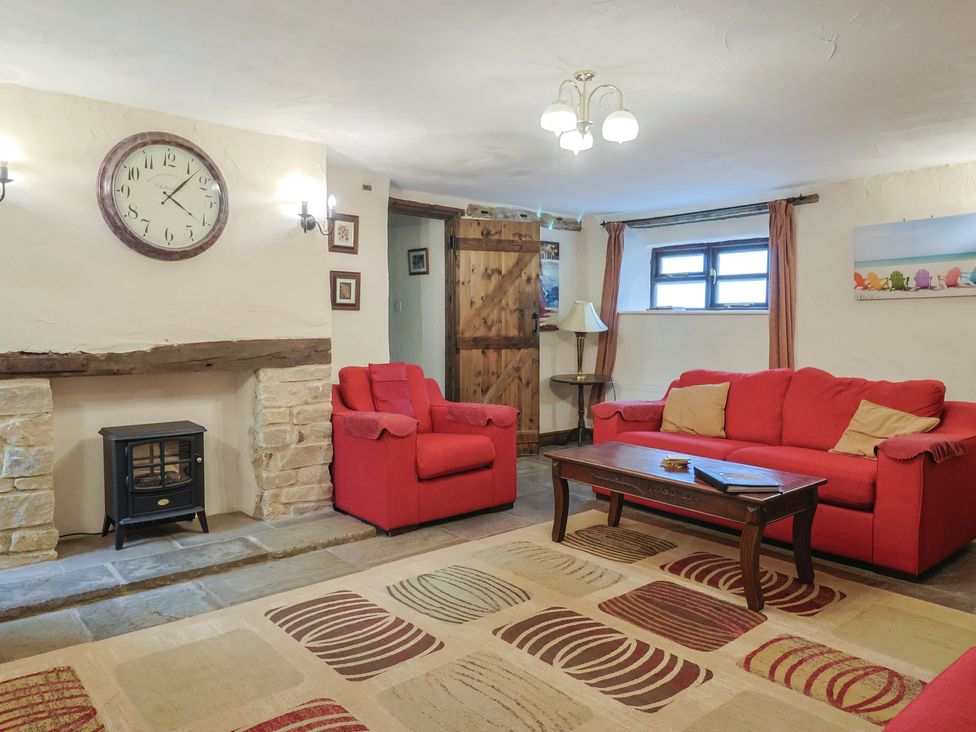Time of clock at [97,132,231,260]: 4:07
